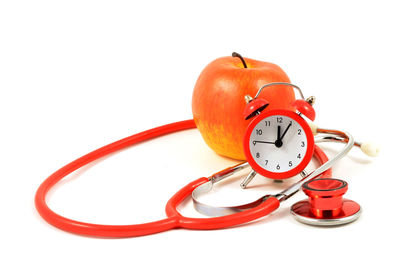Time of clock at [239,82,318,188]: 12:05
